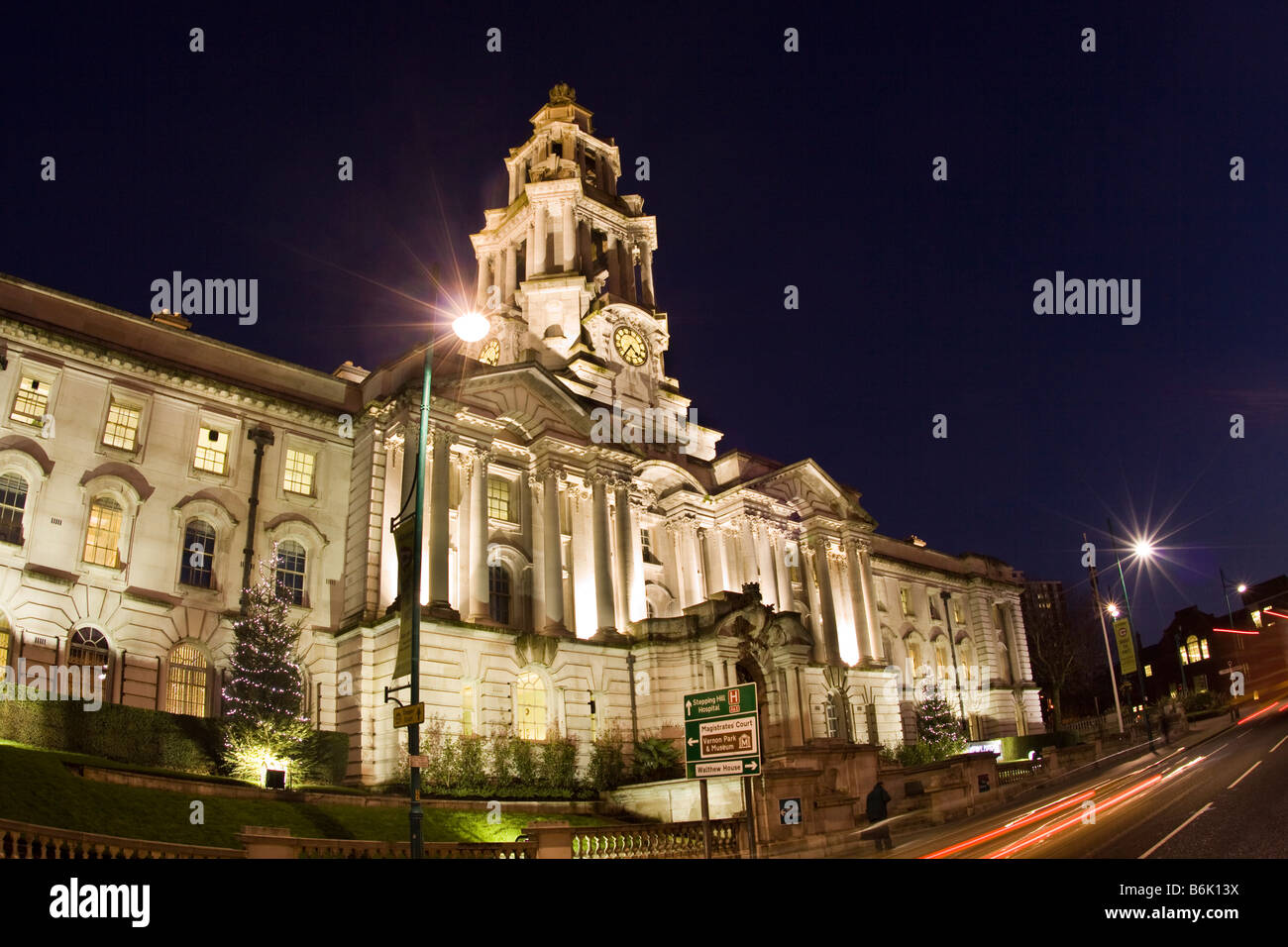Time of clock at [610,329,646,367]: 4:36
